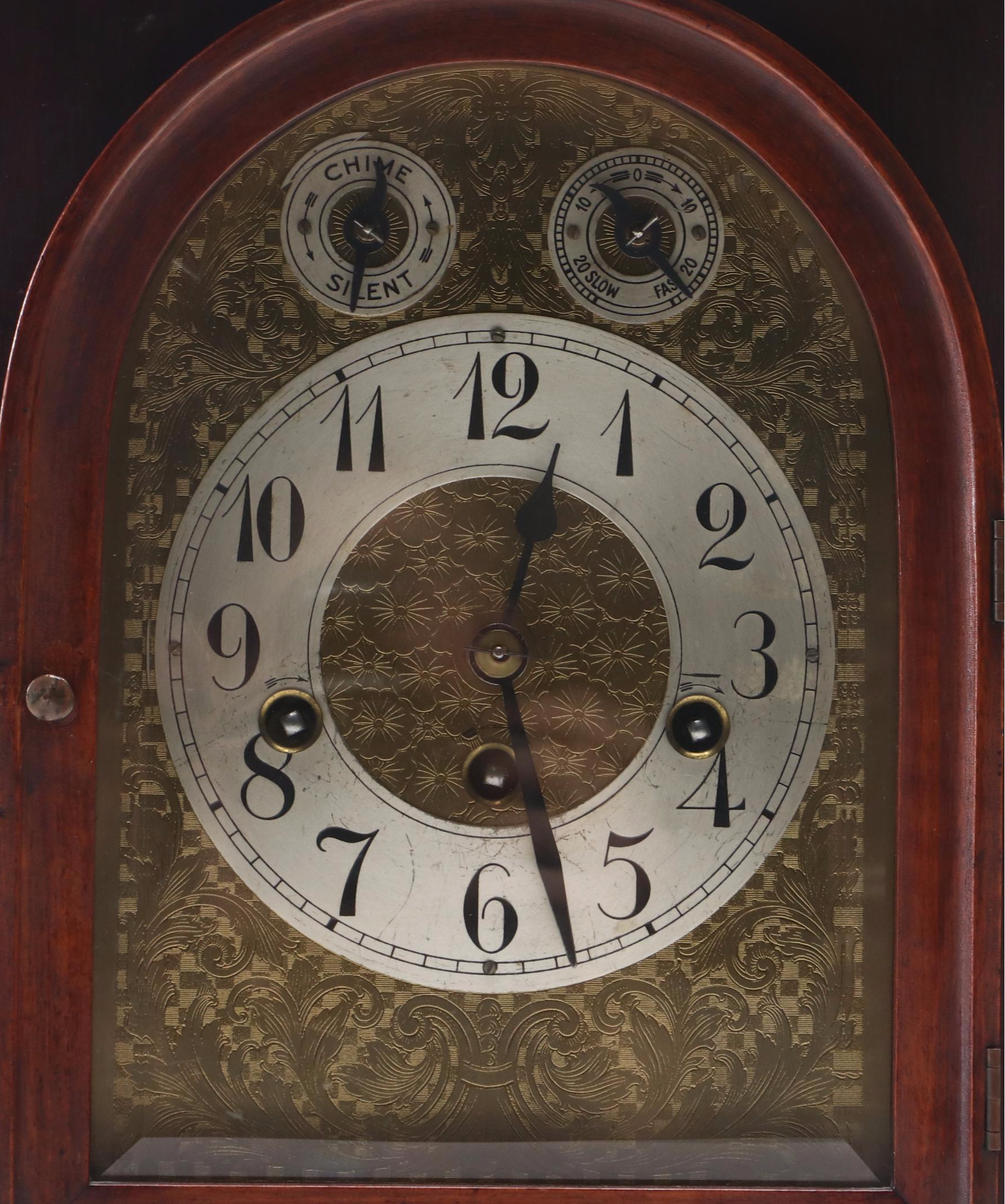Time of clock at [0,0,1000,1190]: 12:27
